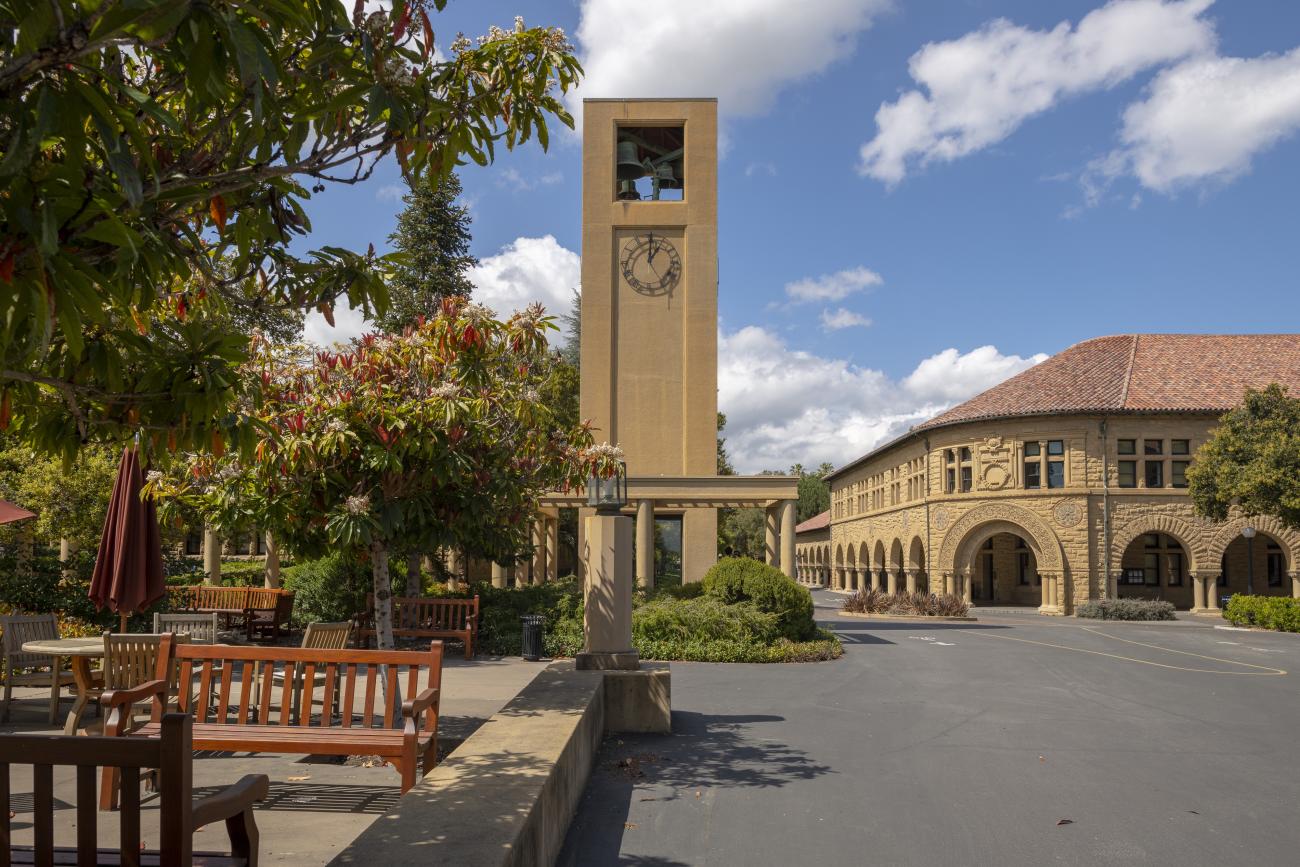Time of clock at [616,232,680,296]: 1:00
